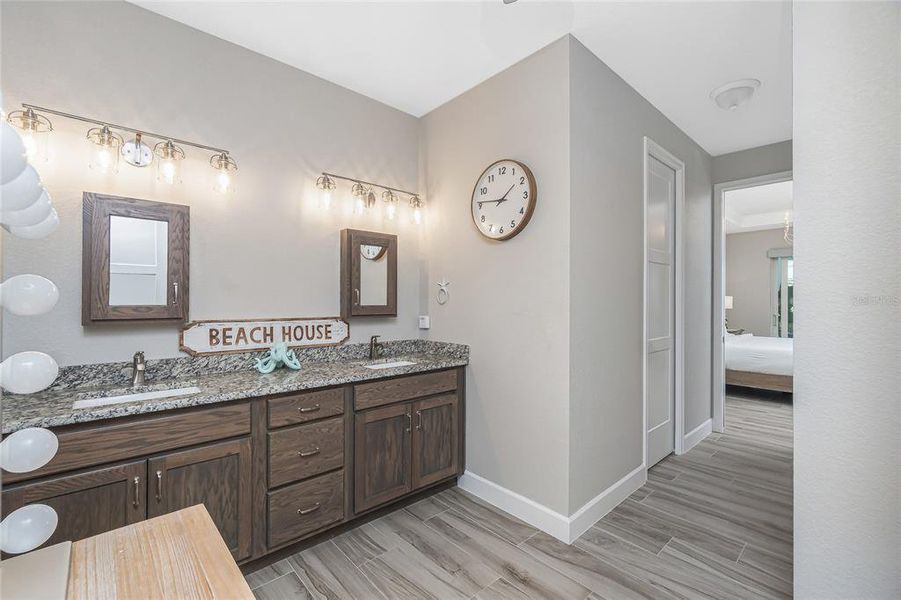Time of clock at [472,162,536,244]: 1:46
